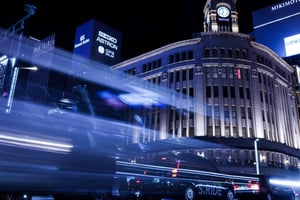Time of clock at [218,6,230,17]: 6:57
